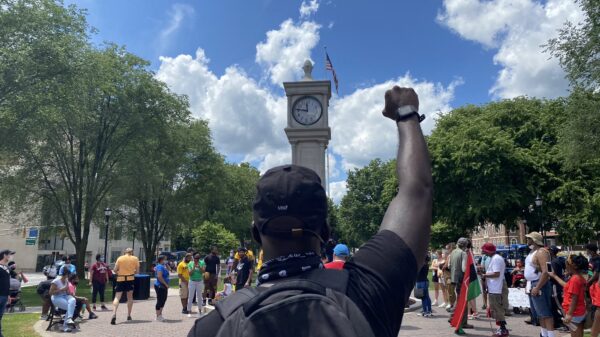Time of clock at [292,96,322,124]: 11:46
